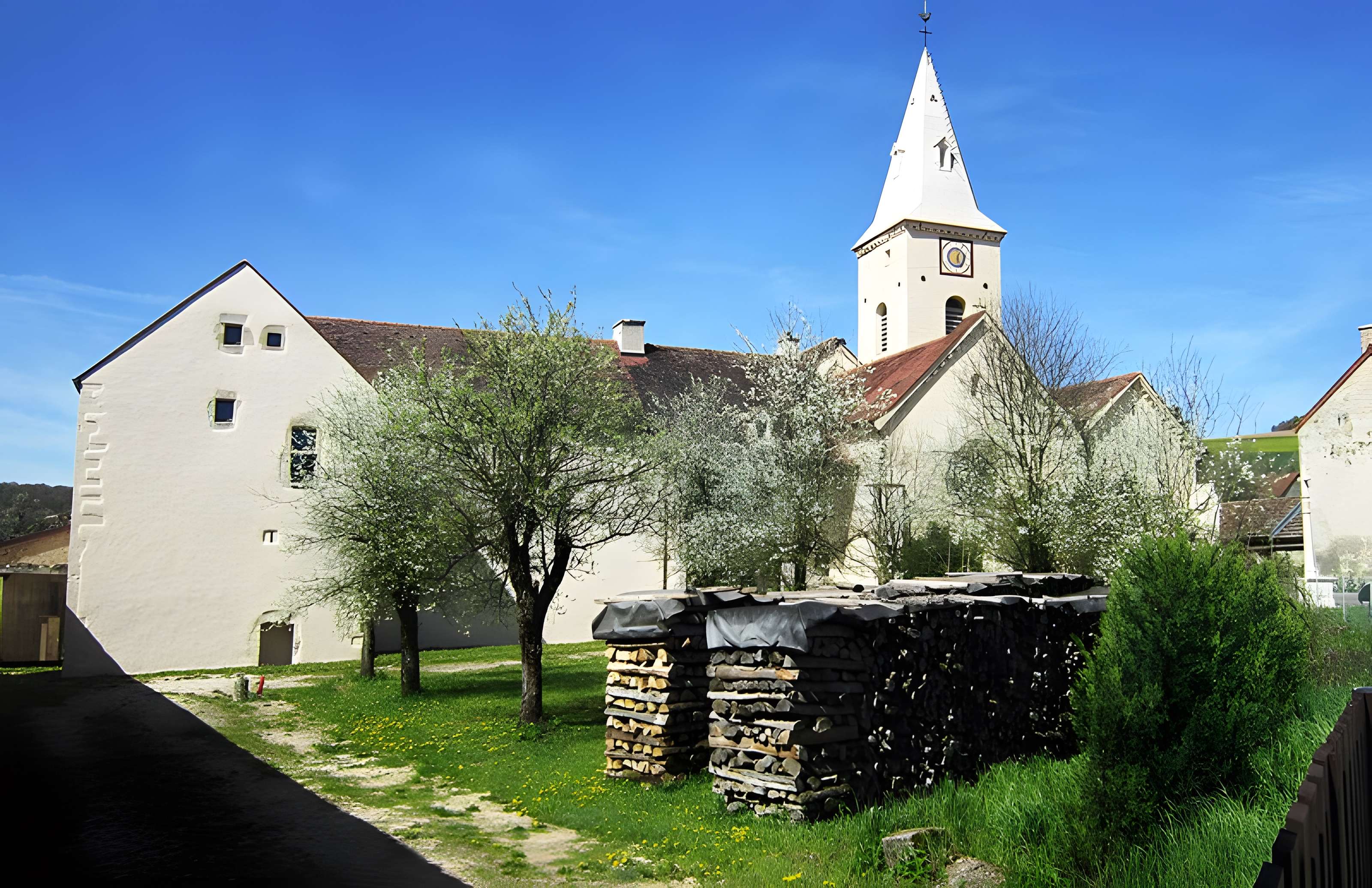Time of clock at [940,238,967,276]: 6:05
